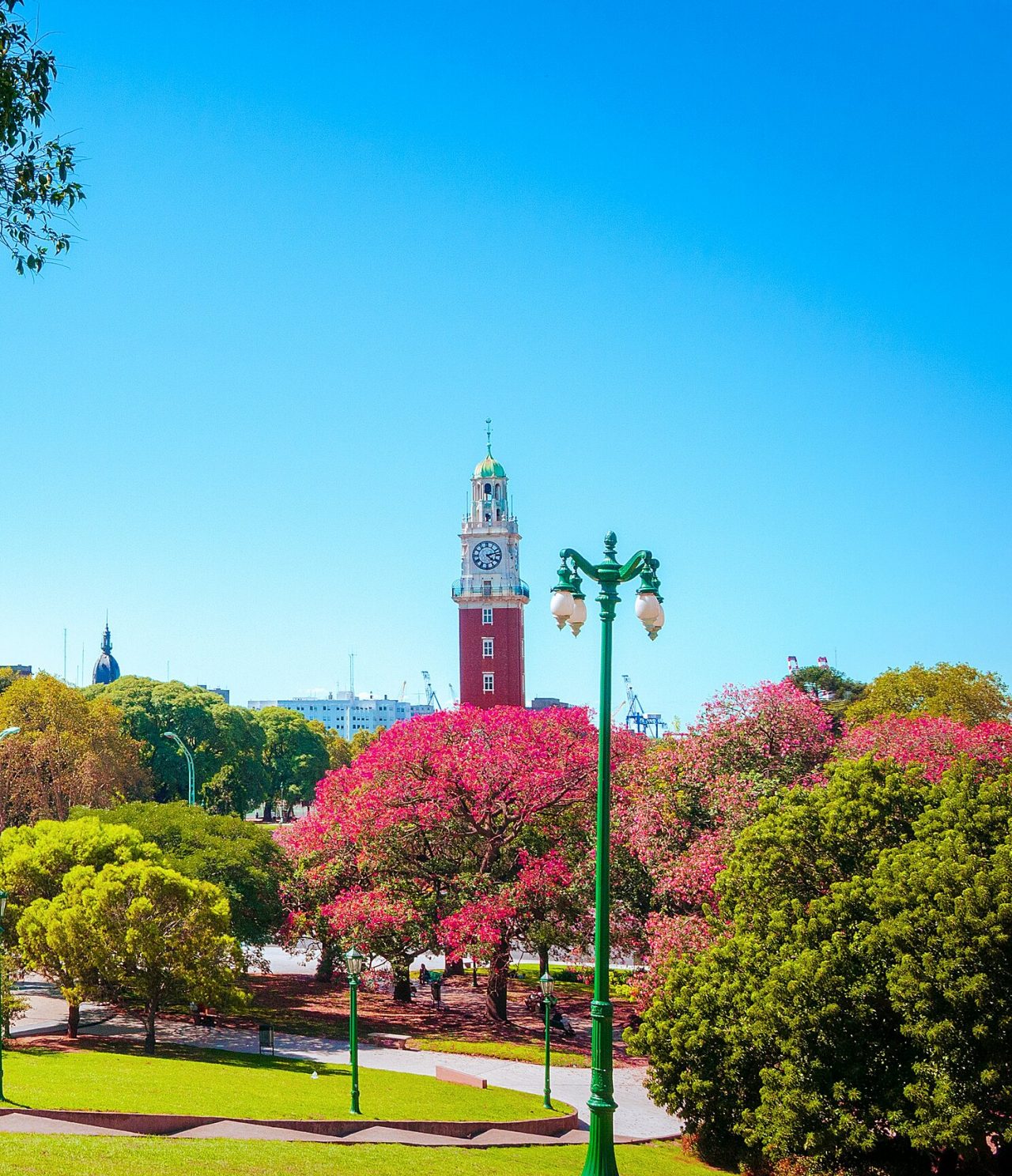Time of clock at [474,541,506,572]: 4:12
